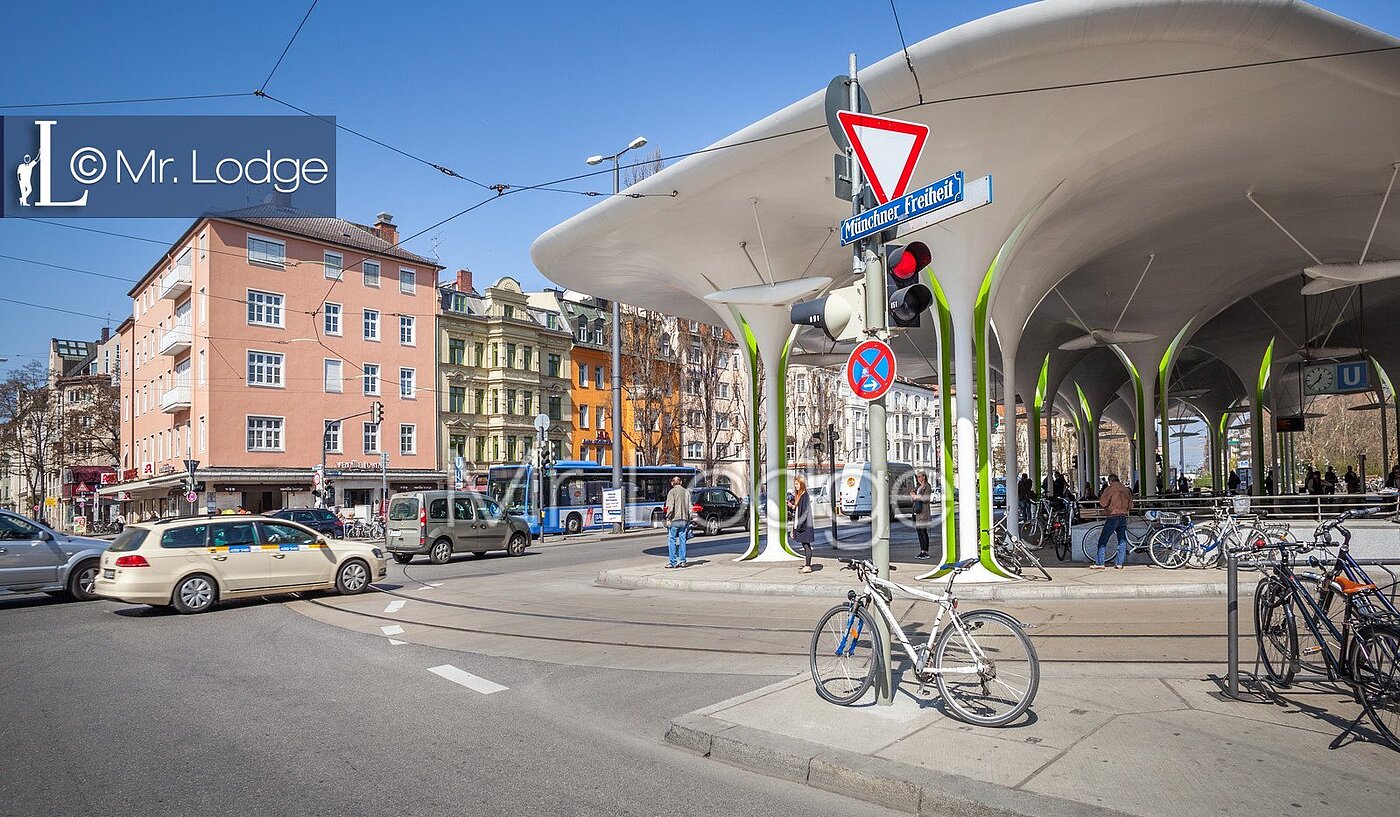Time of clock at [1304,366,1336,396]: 12:38
